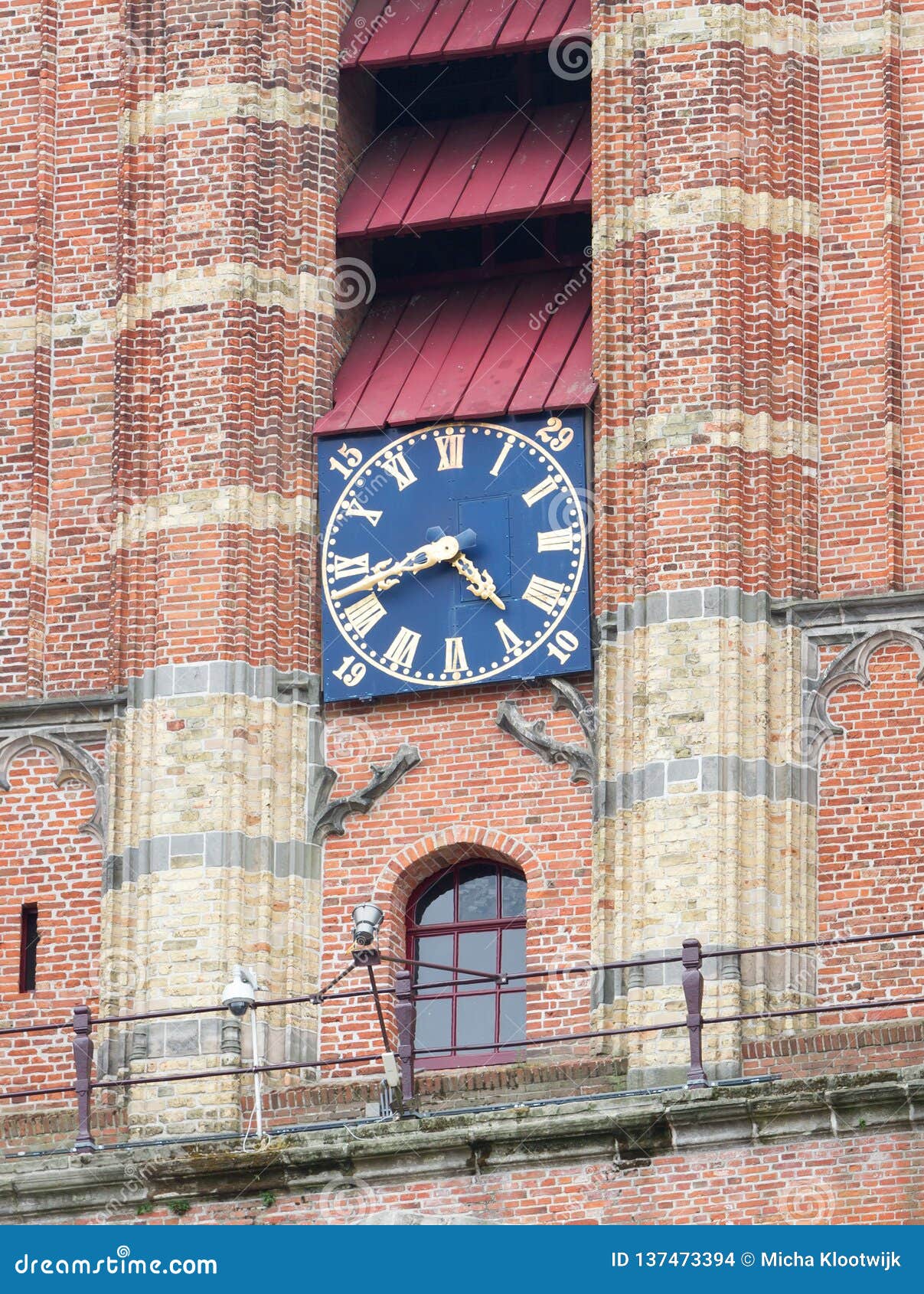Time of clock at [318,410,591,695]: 4:42
